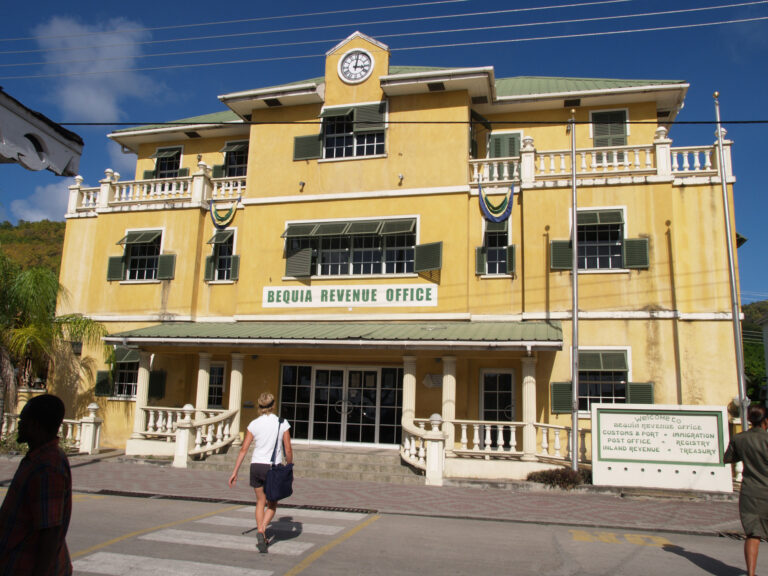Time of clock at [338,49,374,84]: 3:01
